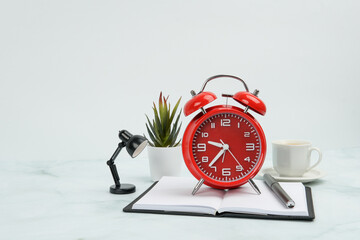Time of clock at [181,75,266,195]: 9:36
